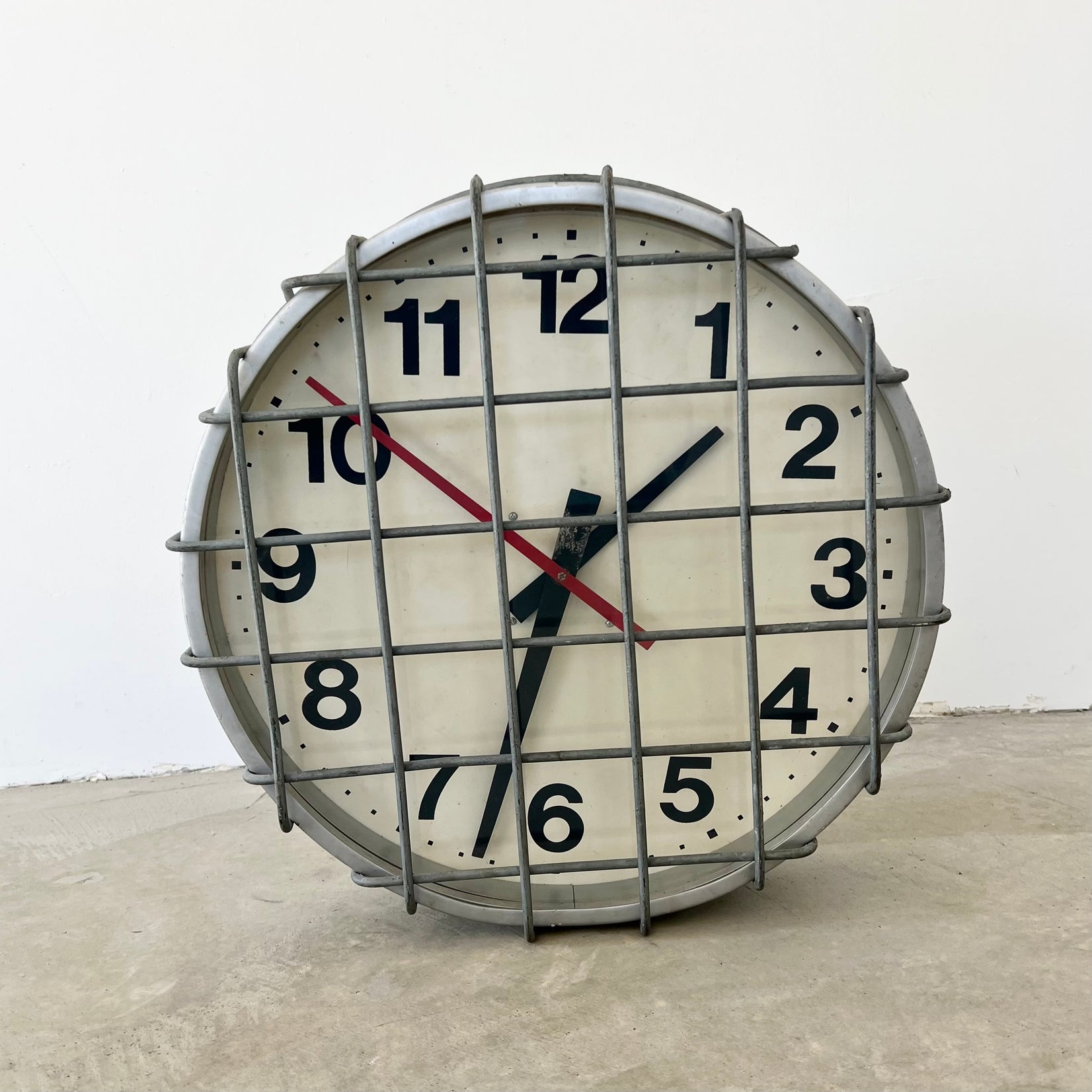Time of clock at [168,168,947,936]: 1:32
